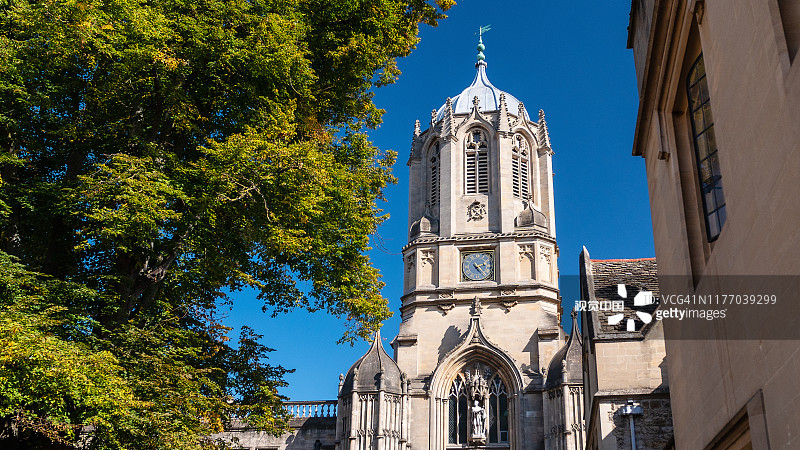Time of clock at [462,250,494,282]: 2:23
